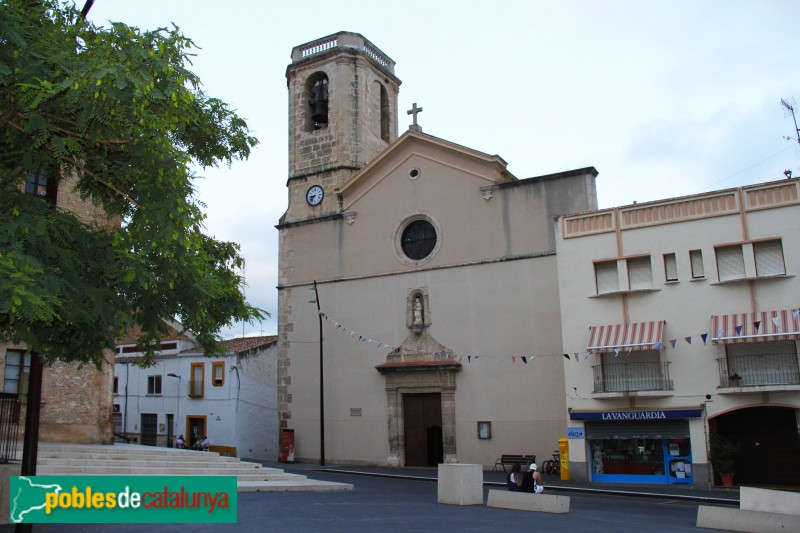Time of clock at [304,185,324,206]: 8:37
